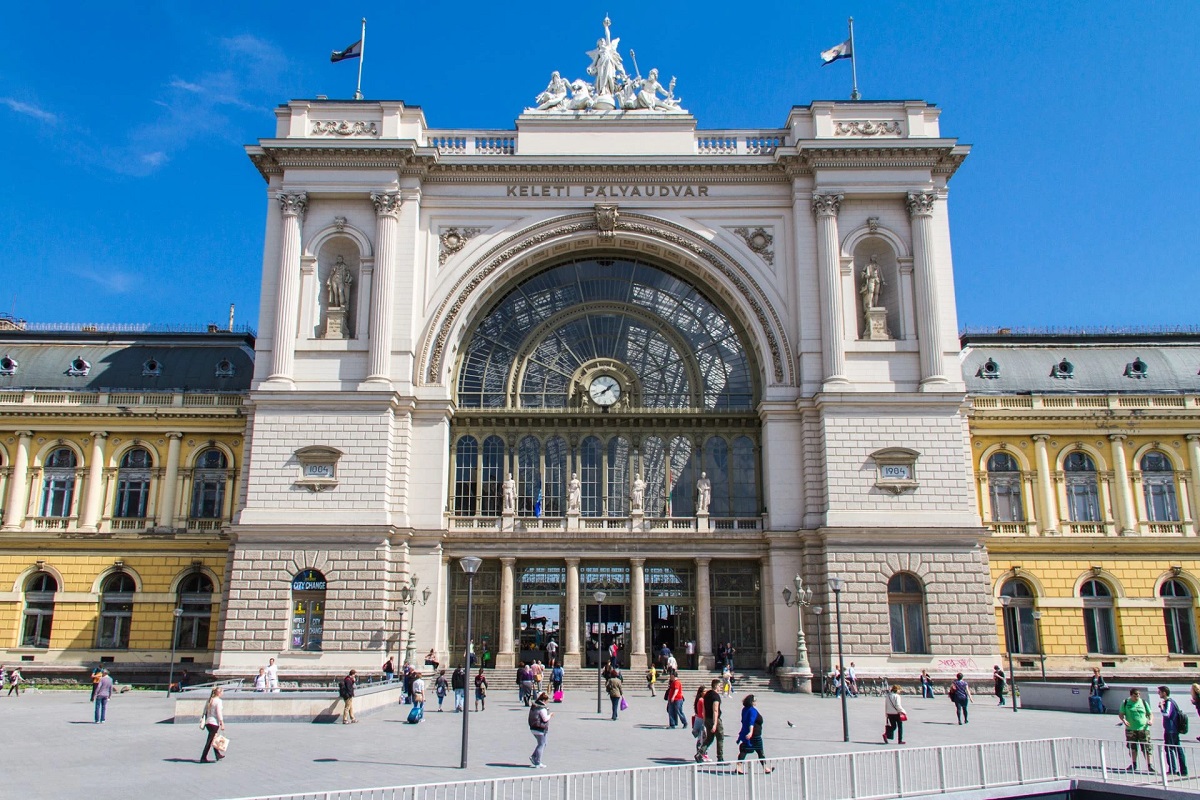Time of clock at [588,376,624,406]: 1:41
